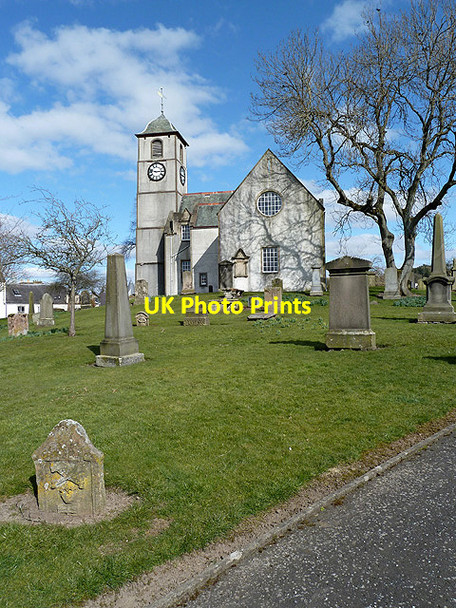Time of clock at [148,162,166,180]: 2:46
